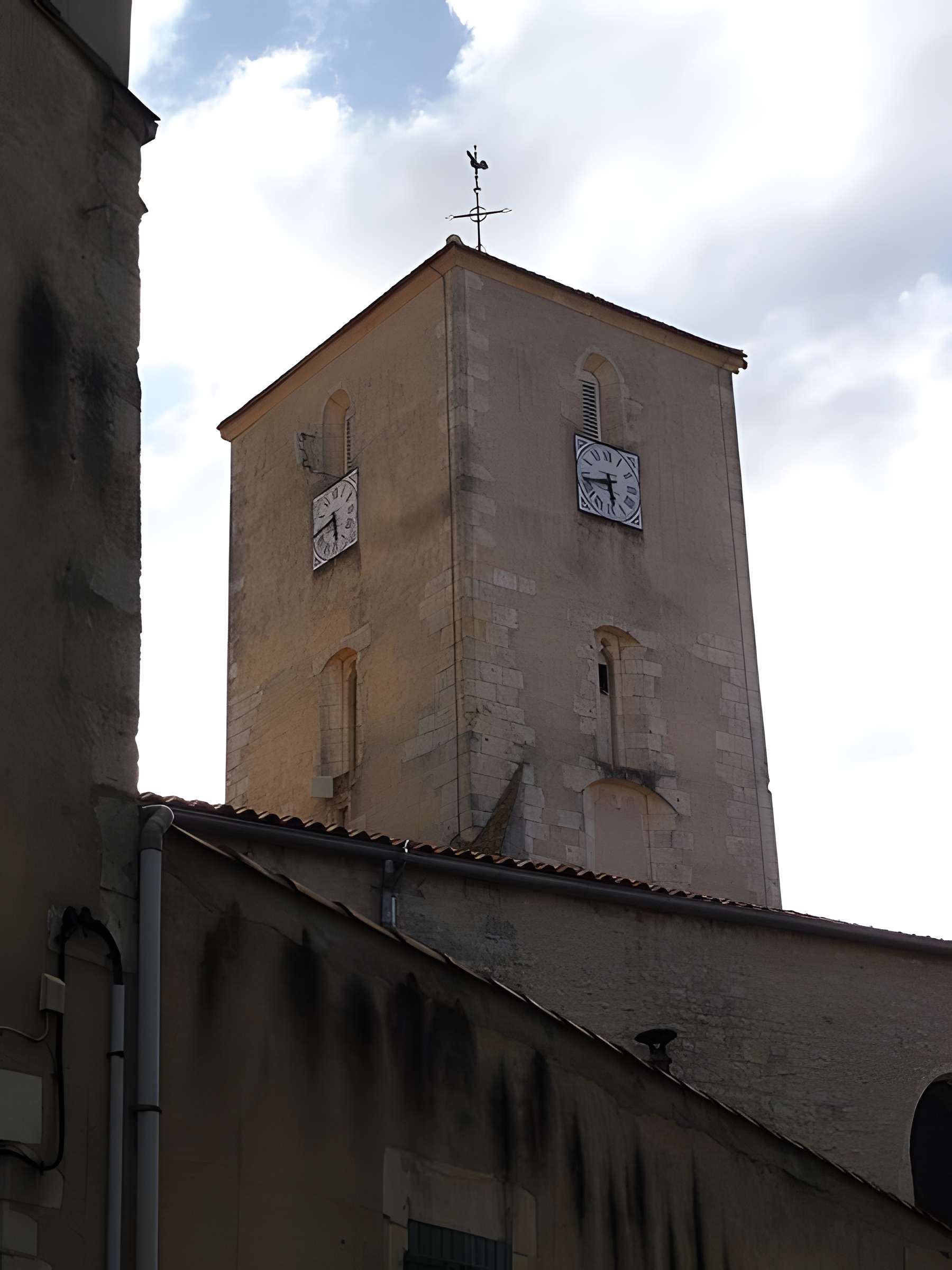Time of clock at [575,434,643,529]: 5:43
